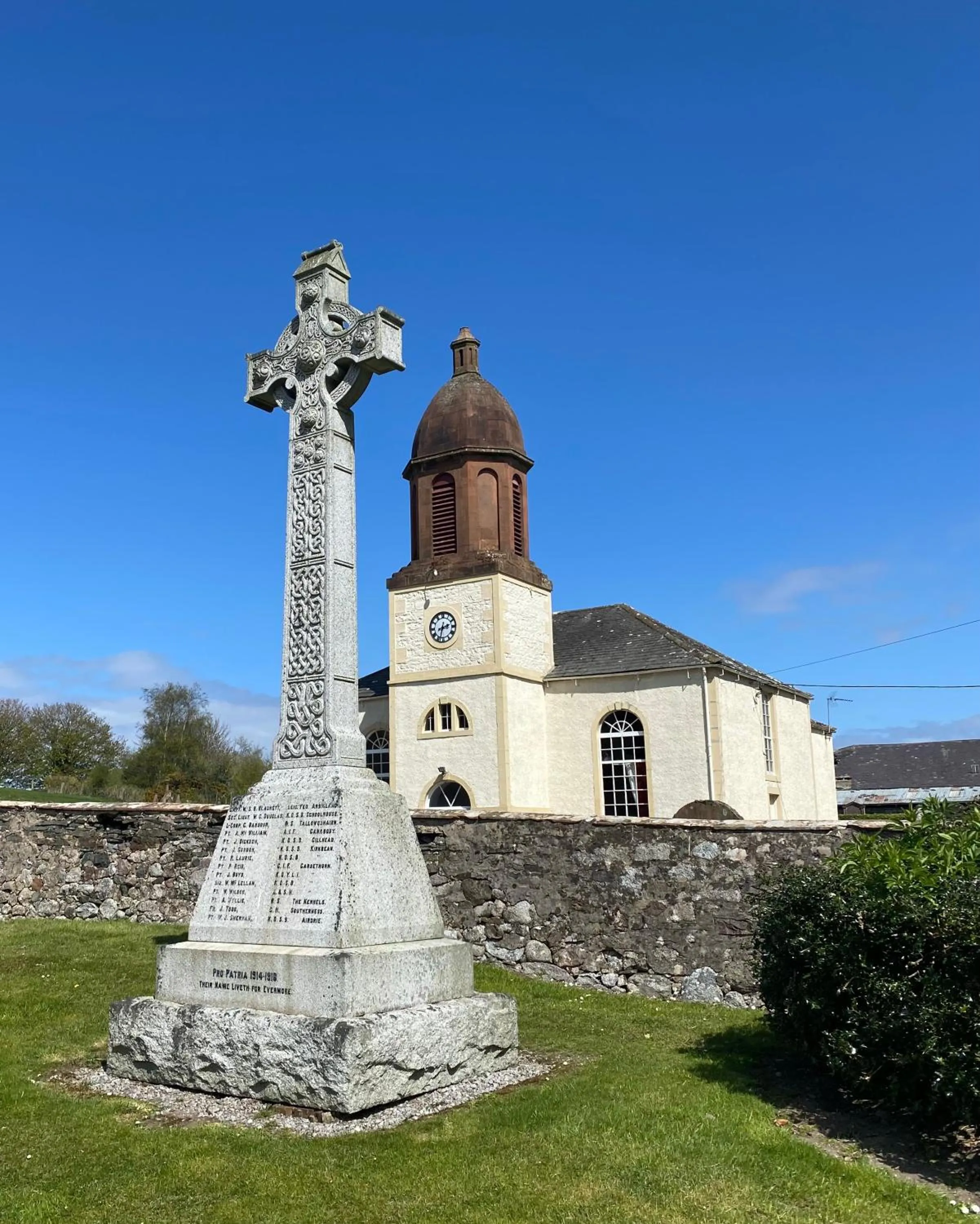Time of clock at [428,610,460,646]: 2:32
